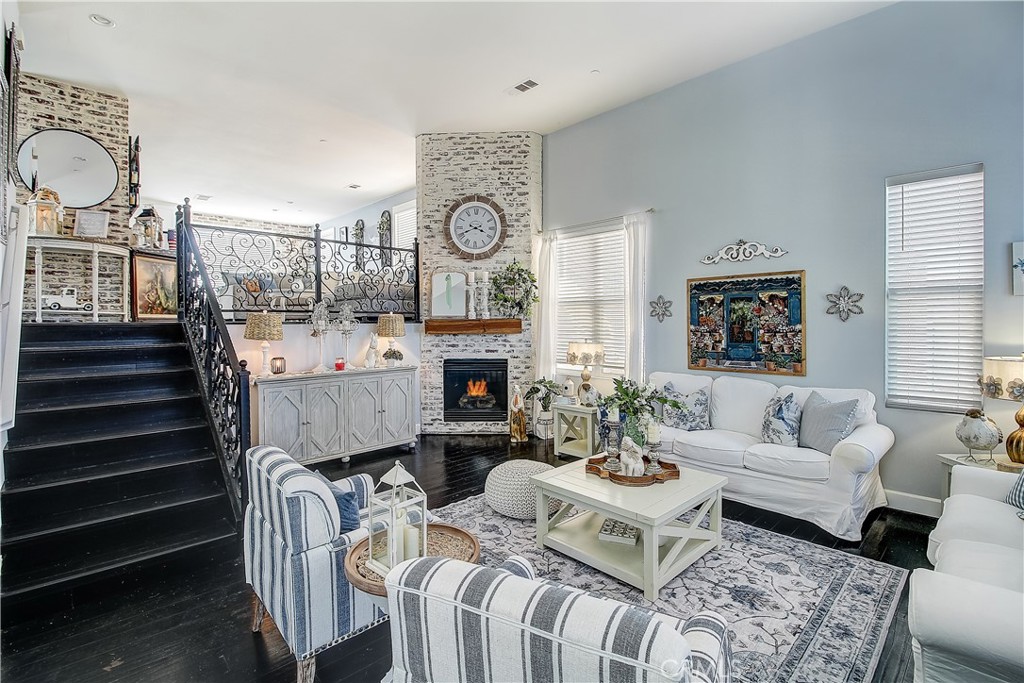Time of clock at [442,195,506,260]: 3:41
